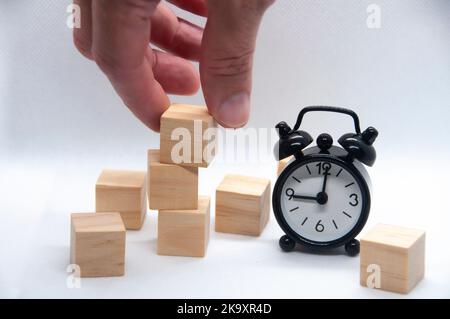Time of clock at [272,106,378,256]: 9:01
